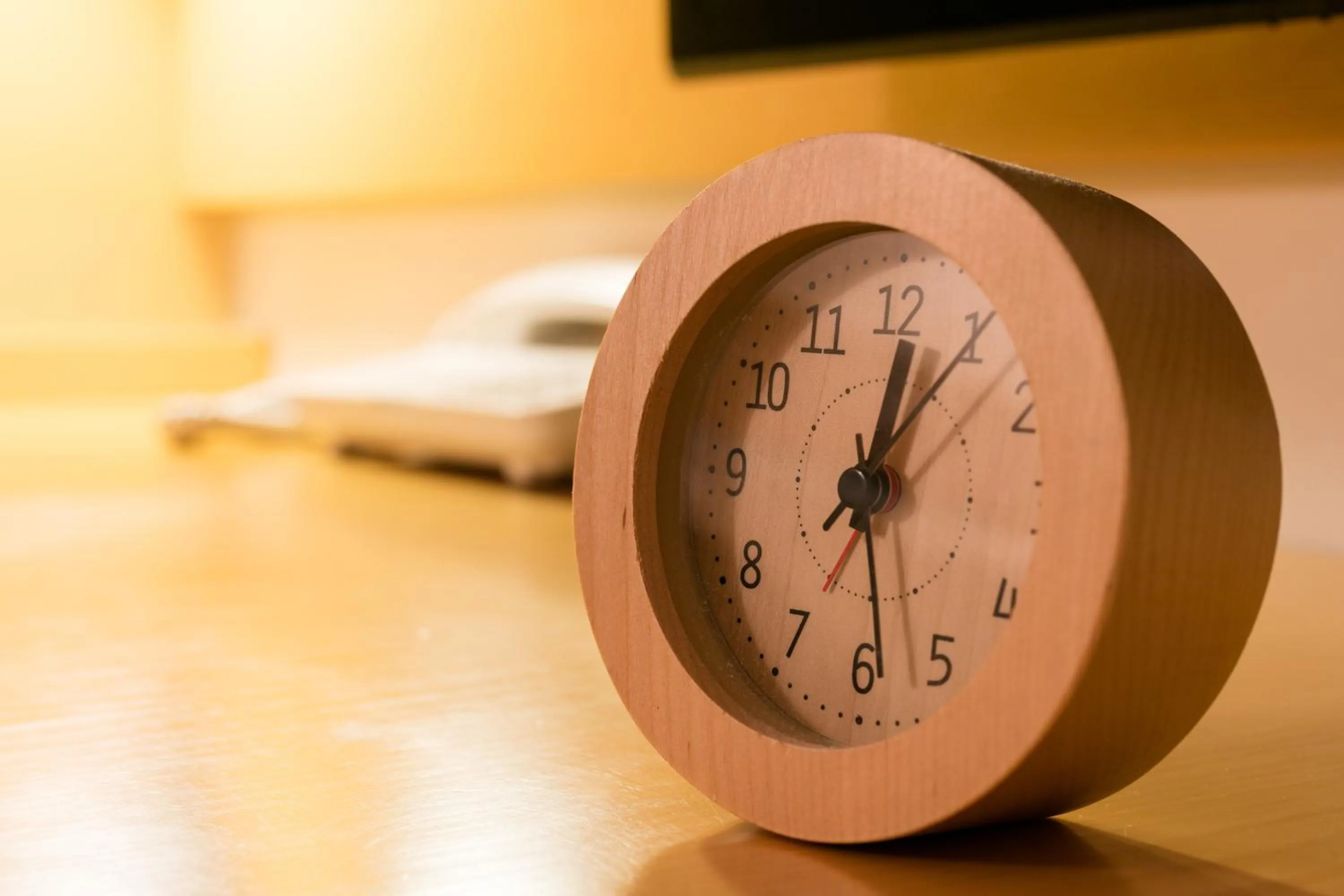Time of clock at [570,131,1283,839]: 12:28
